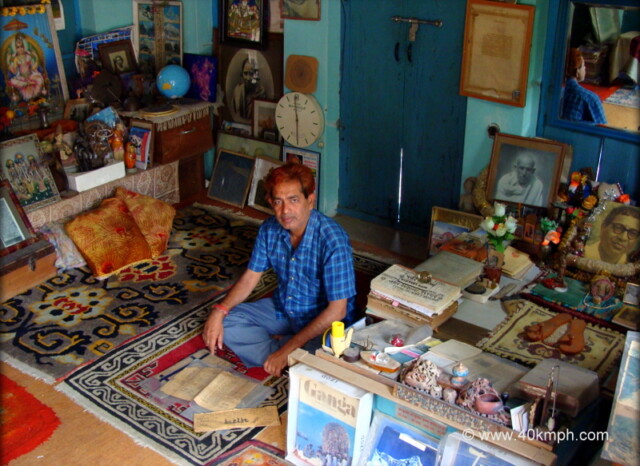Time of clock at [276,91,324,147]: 5:59
